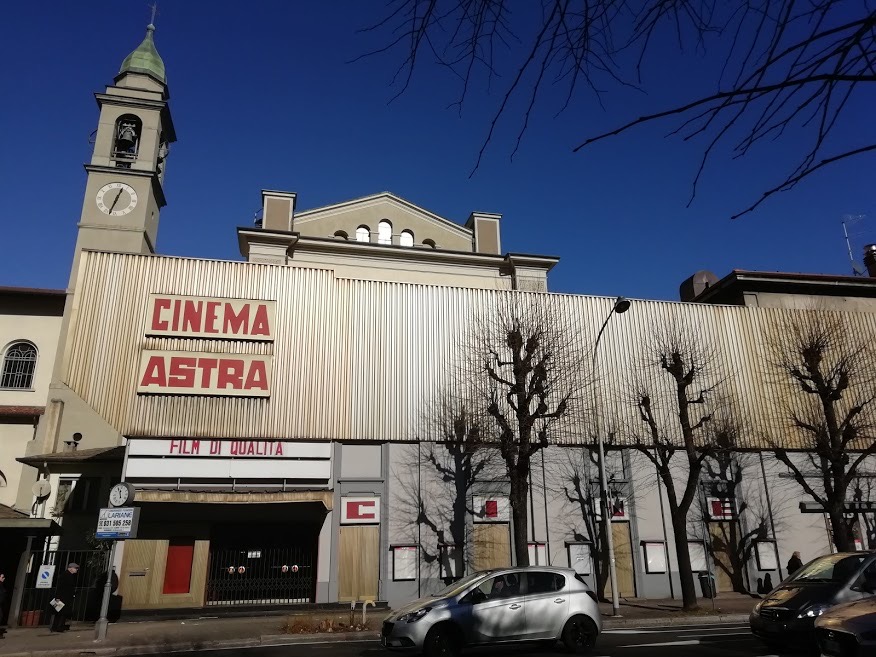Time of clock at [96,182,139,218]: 12:32
